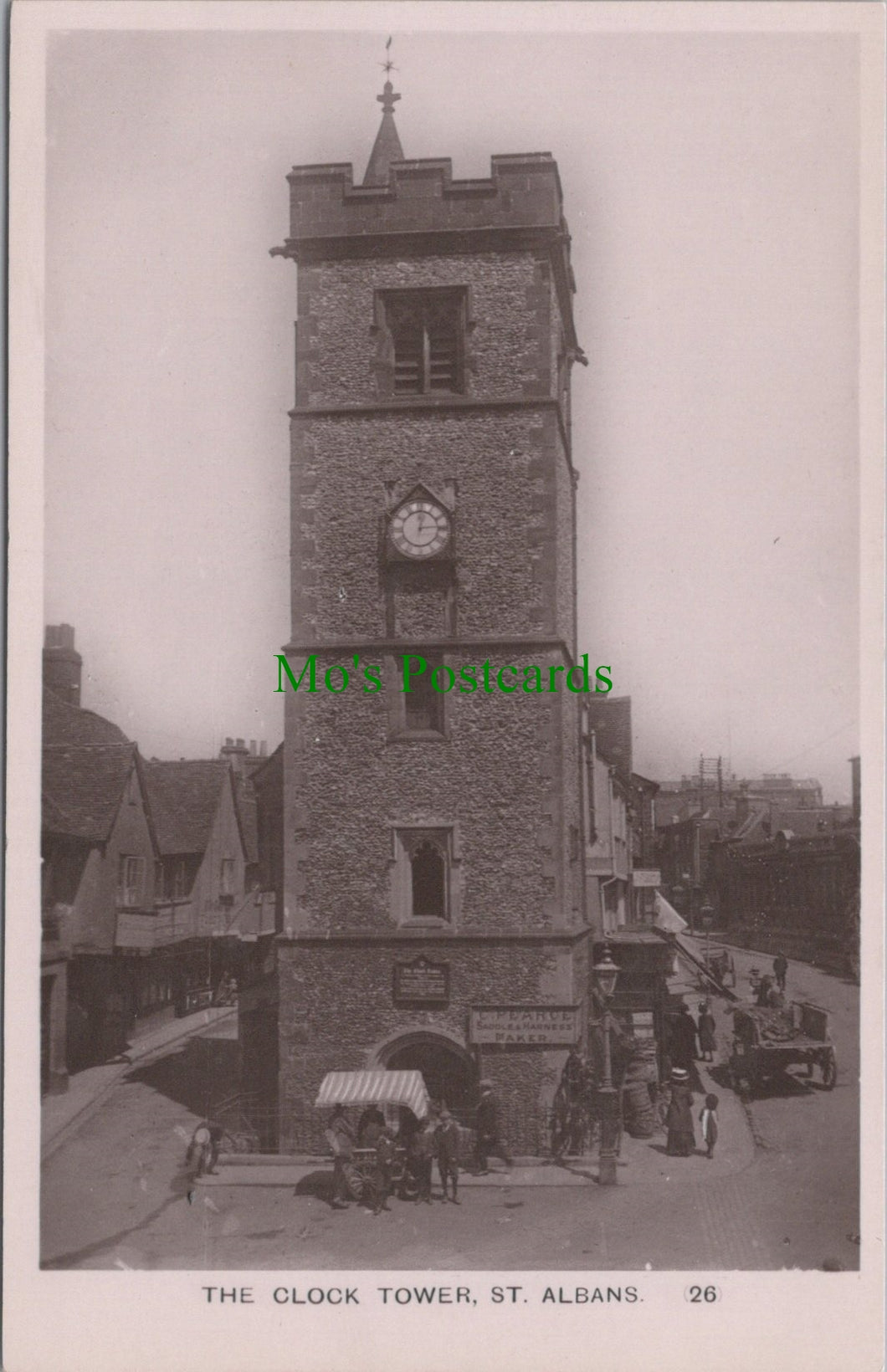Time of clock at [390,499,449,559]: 12:14
